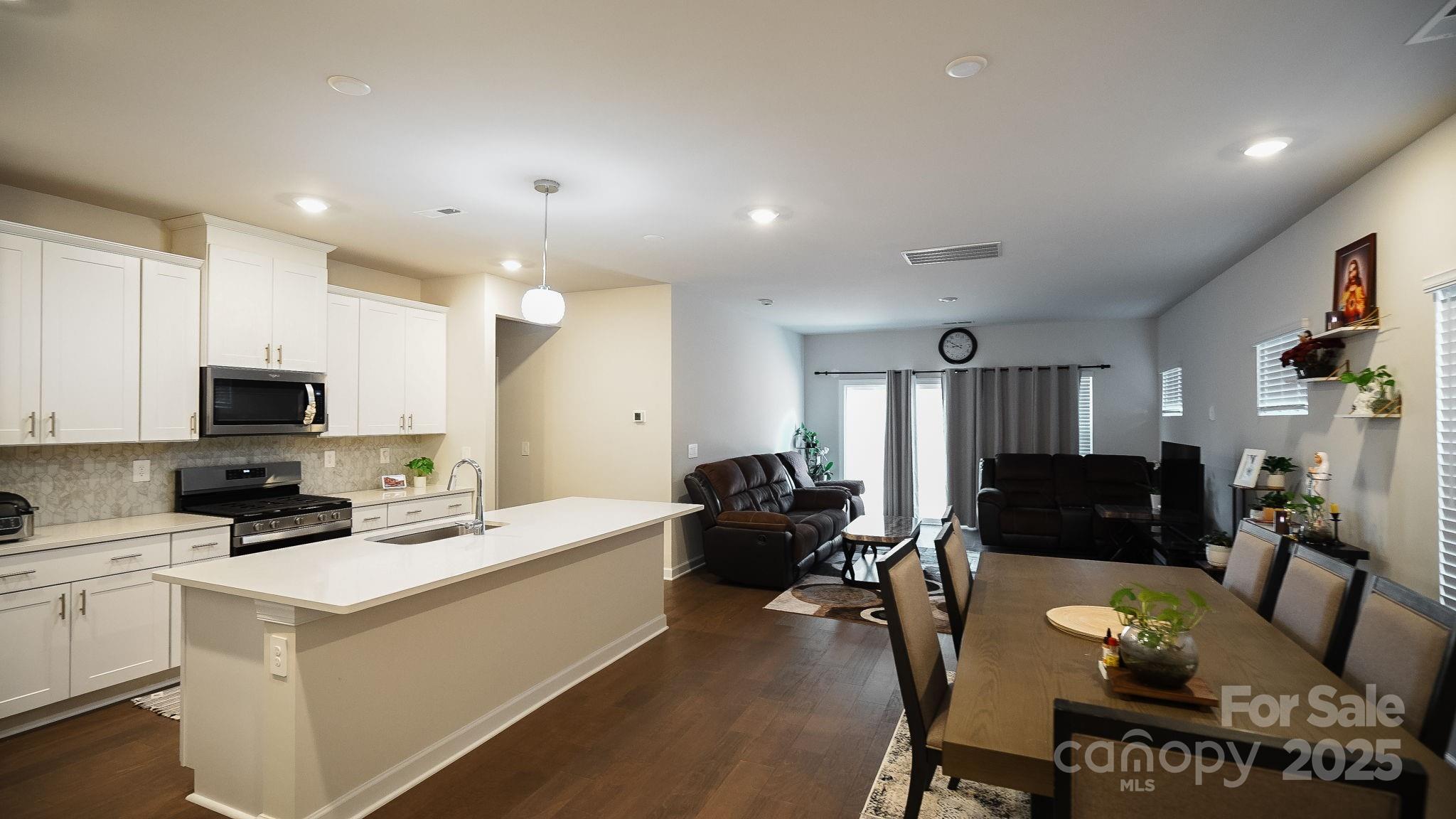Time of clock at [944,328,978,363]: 8:50
